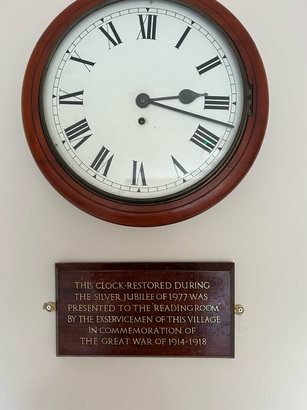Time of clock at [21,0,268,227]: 3:17
